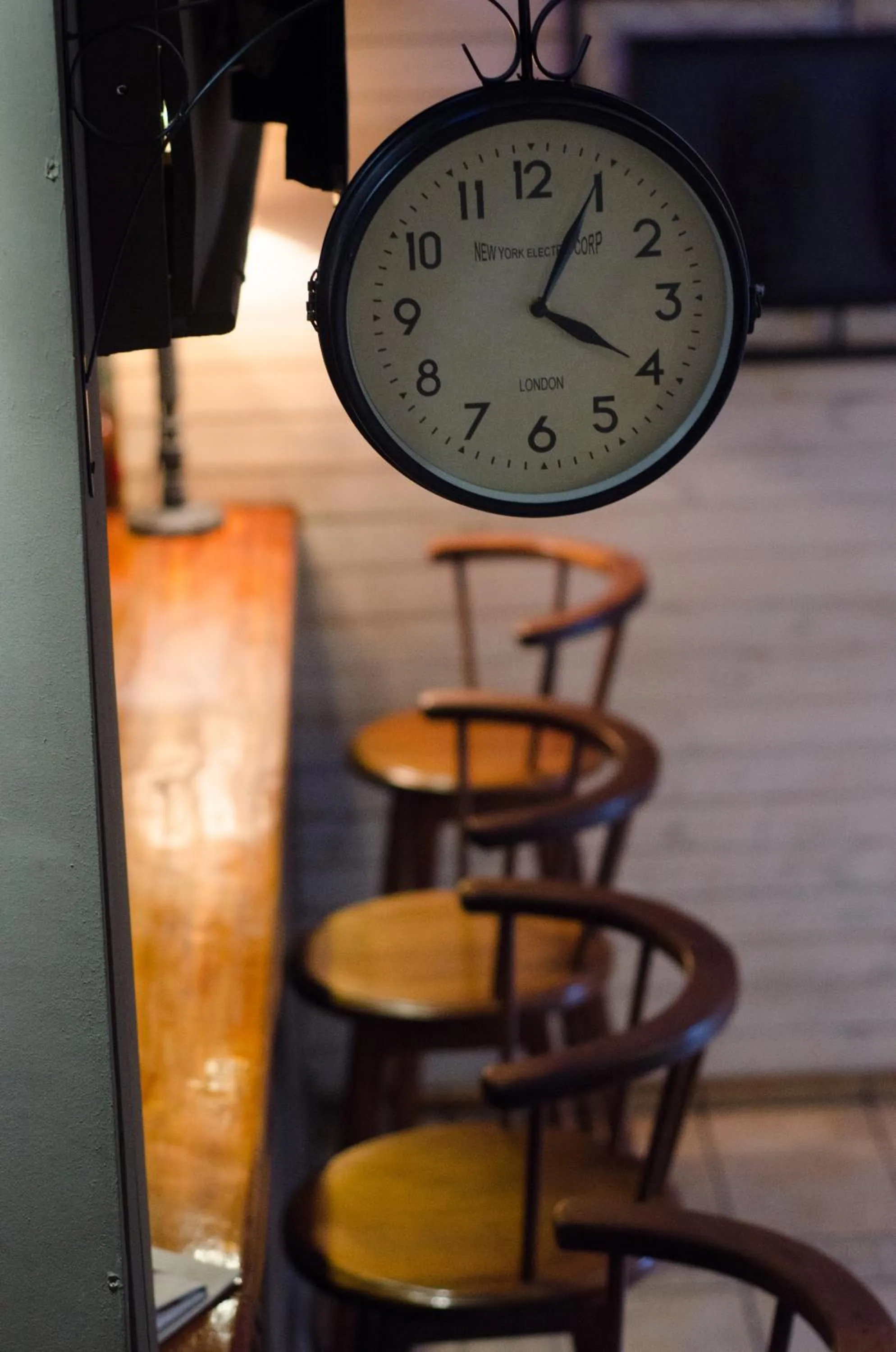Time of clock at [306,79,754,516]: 4:04
